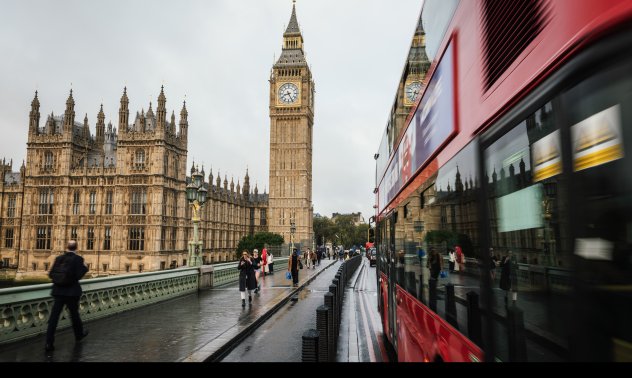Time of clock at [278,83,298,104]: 8:25
